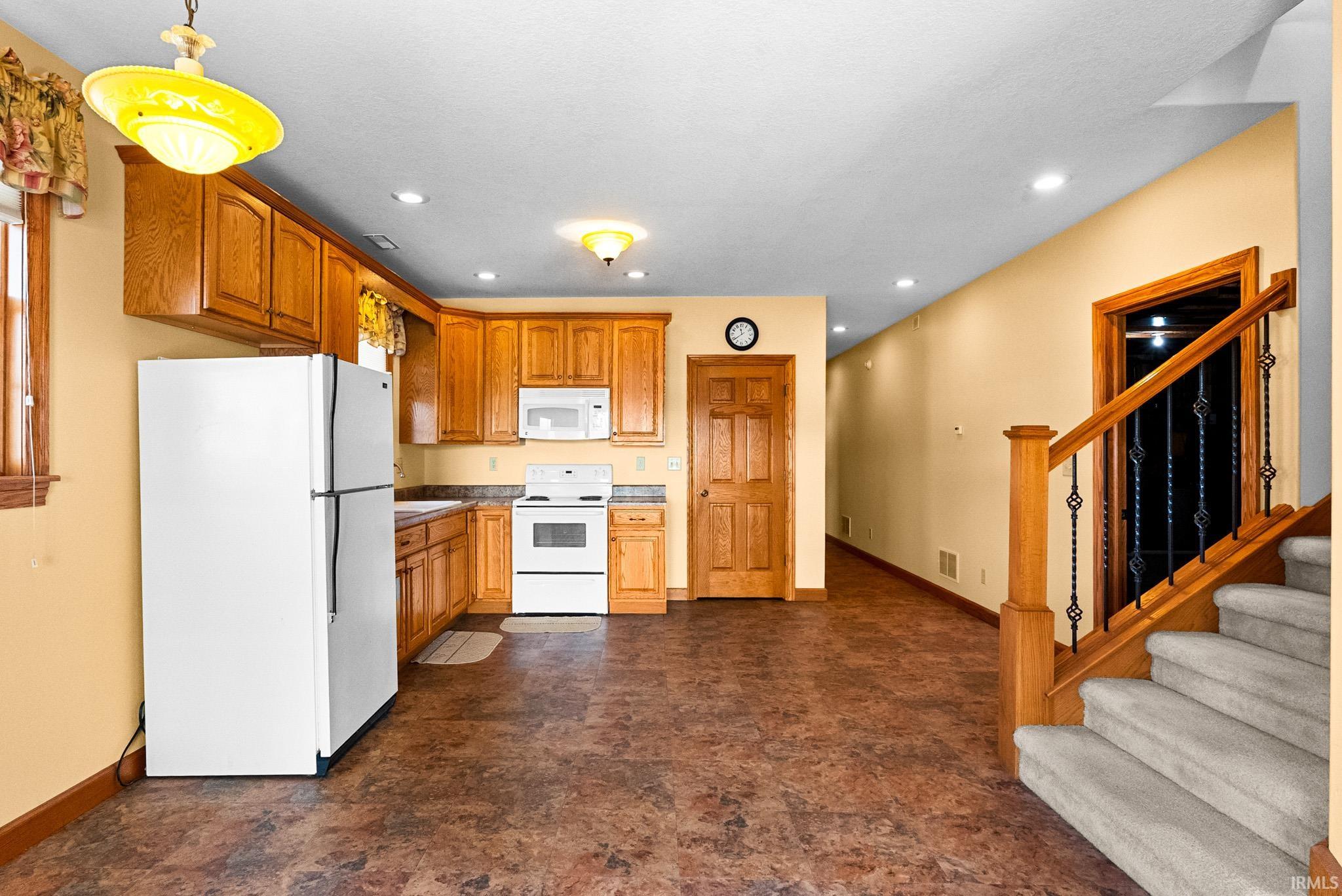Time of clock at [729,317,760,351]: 11:38
